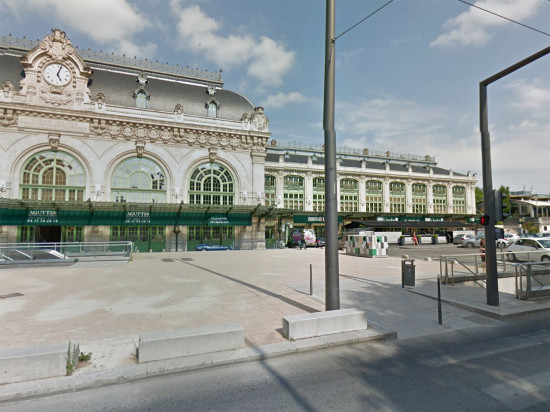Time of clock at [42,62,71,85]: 5:03
